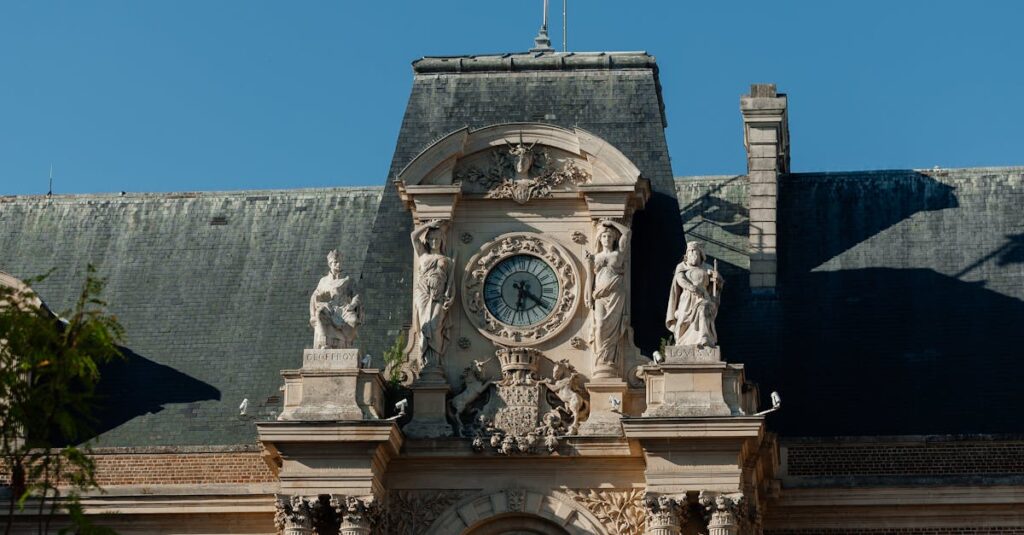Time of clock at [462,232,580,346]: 6:20
